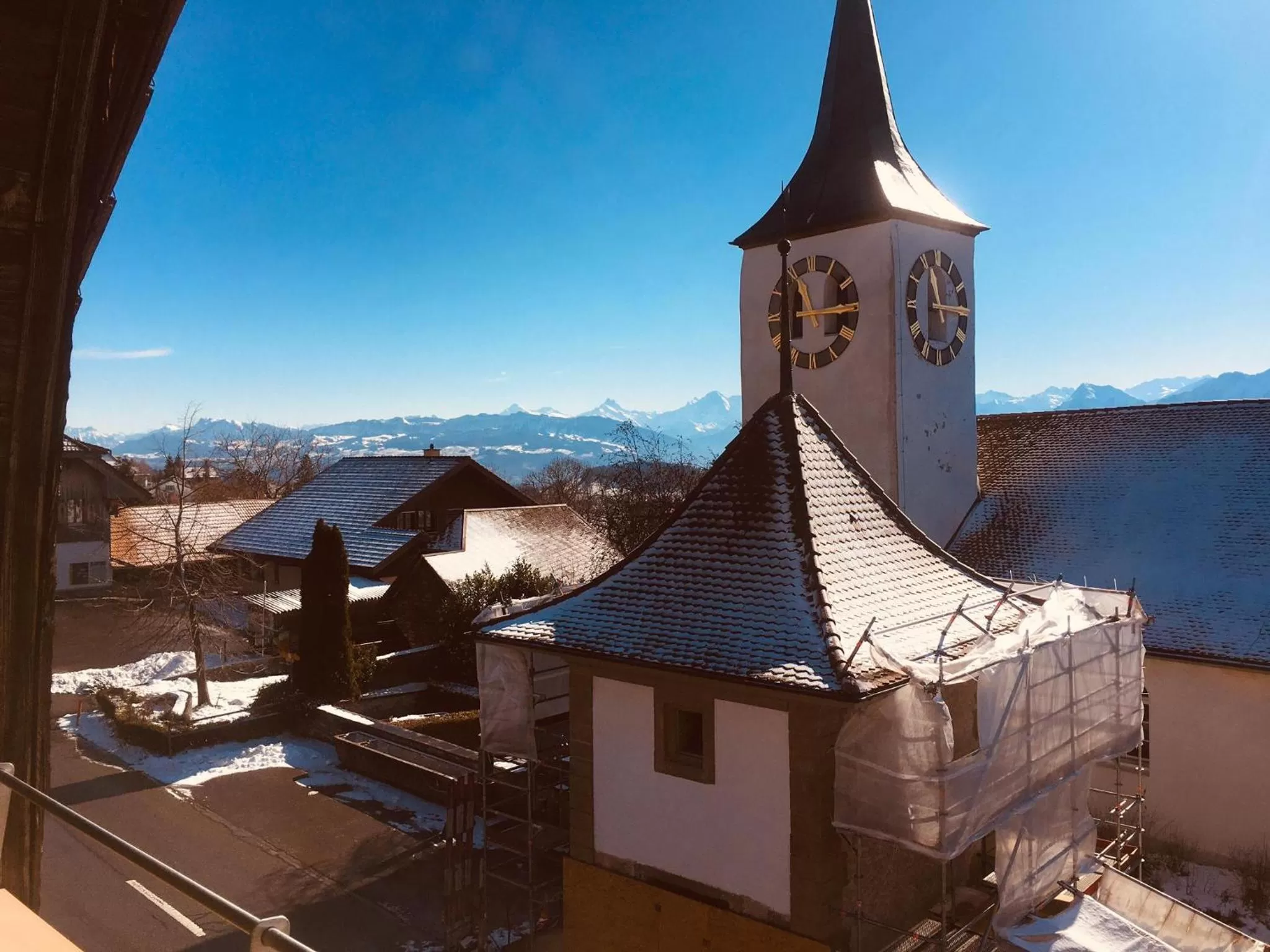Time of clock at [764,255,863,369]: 11:14
